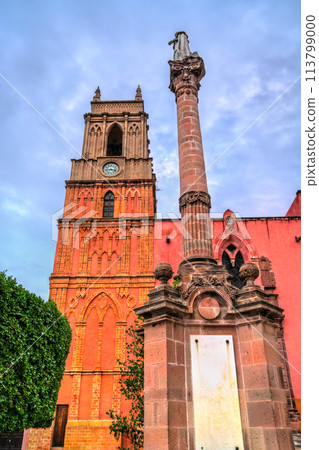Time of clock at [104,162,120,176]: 3:43
